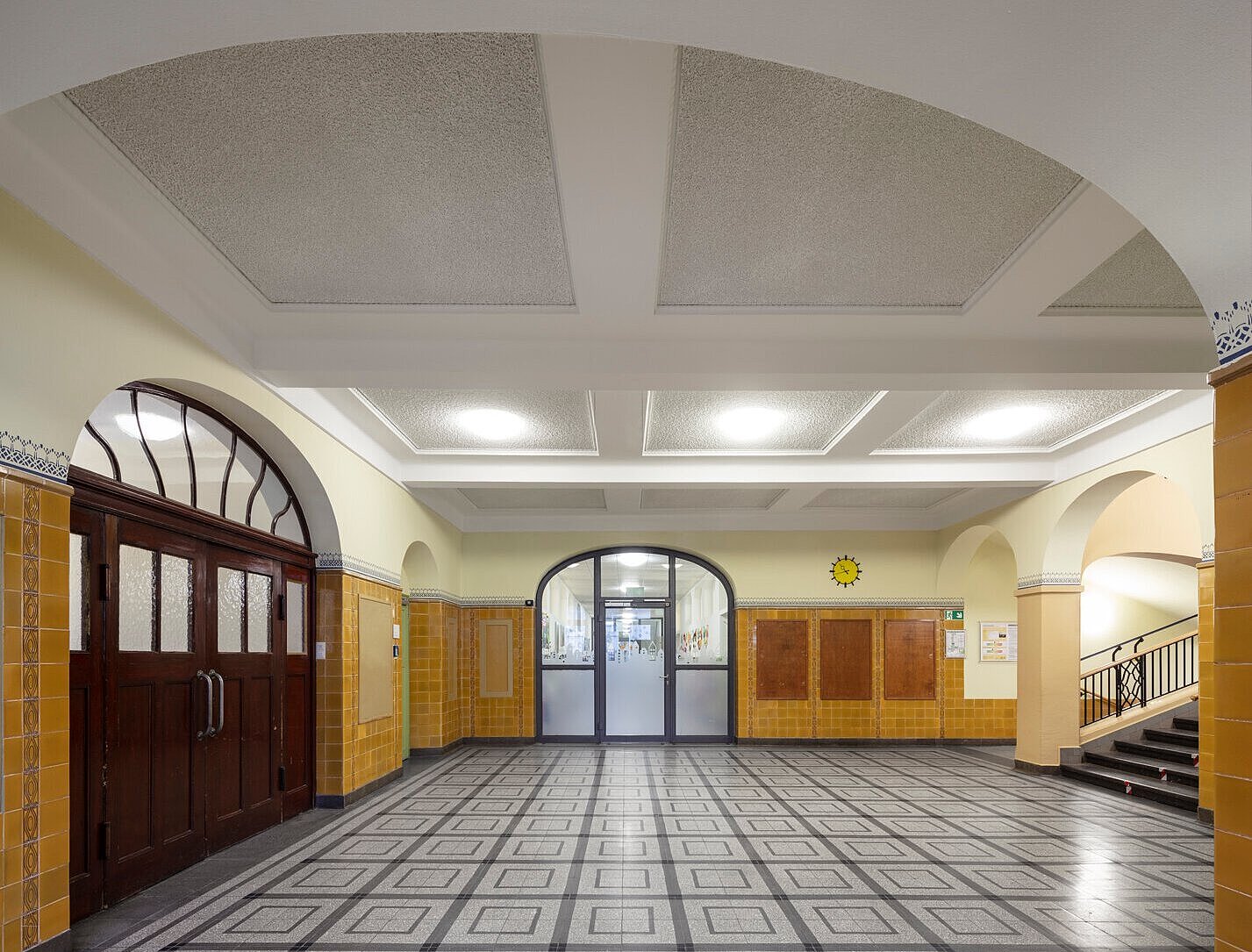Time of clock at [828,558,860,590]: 10:42
